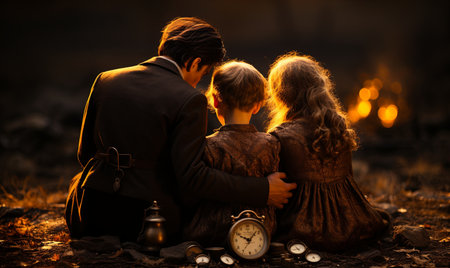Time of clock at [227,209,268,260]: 10:07
